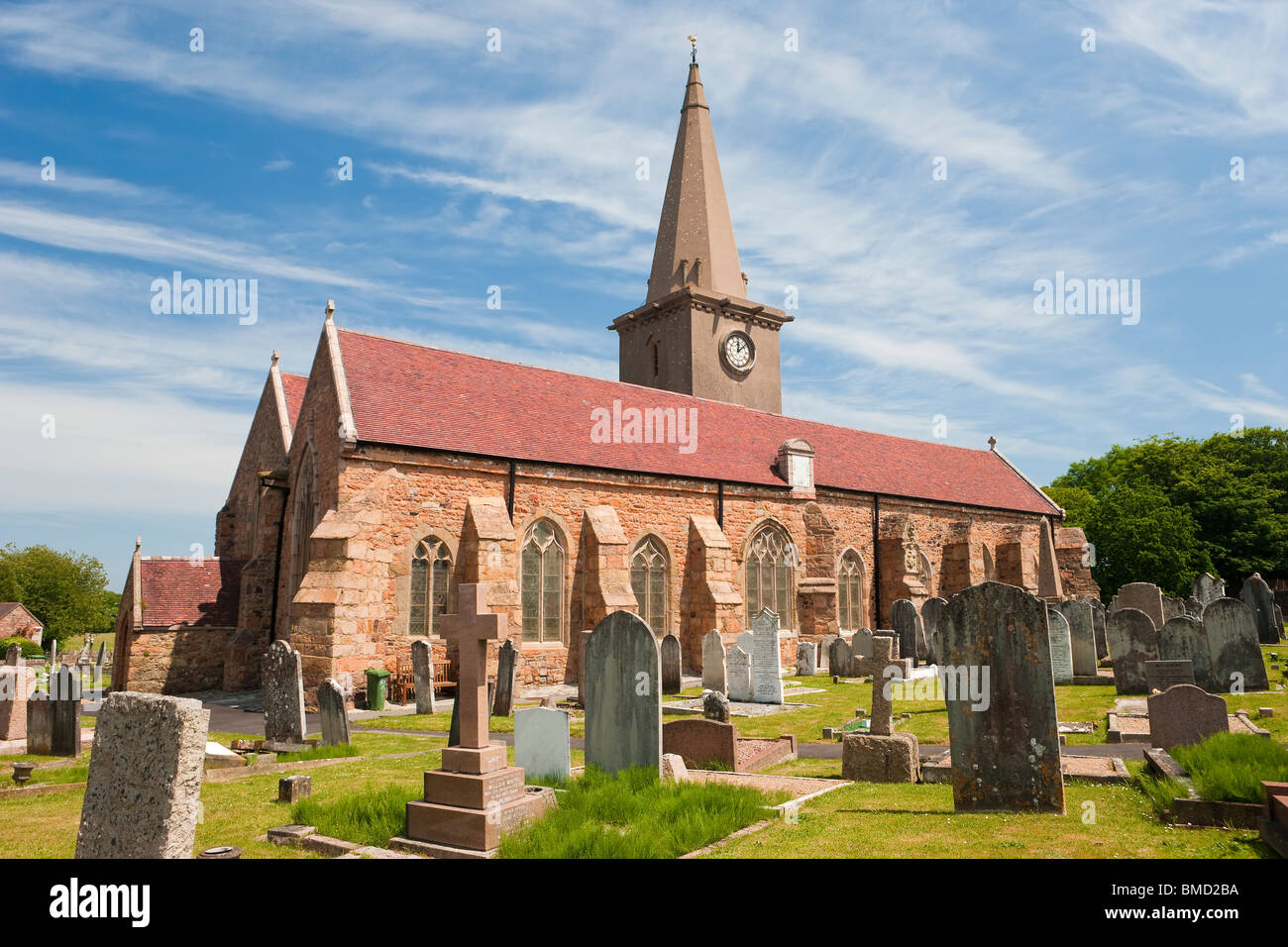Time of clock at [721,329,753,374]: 12:08
